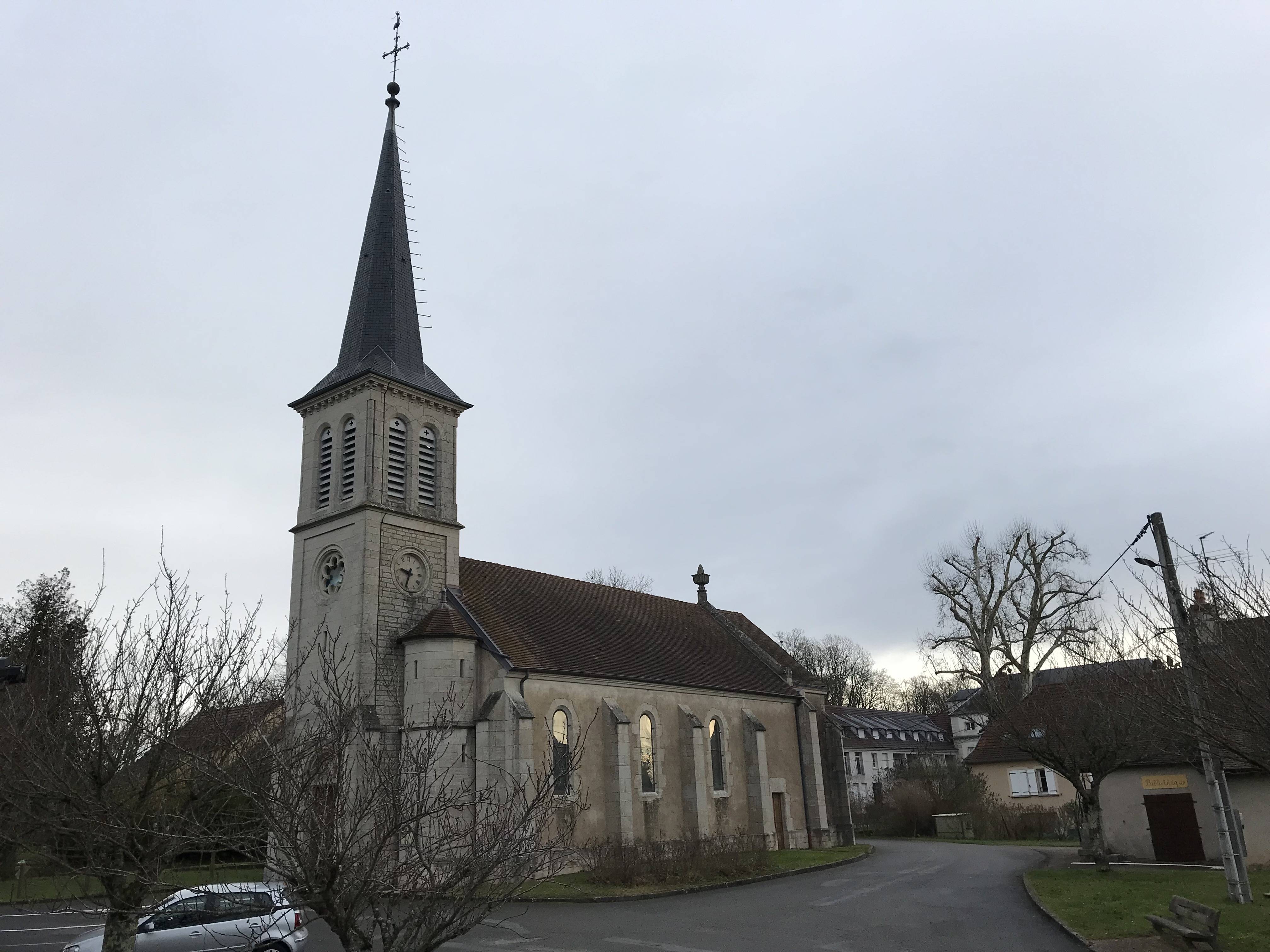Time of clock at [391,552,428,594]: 9:33
